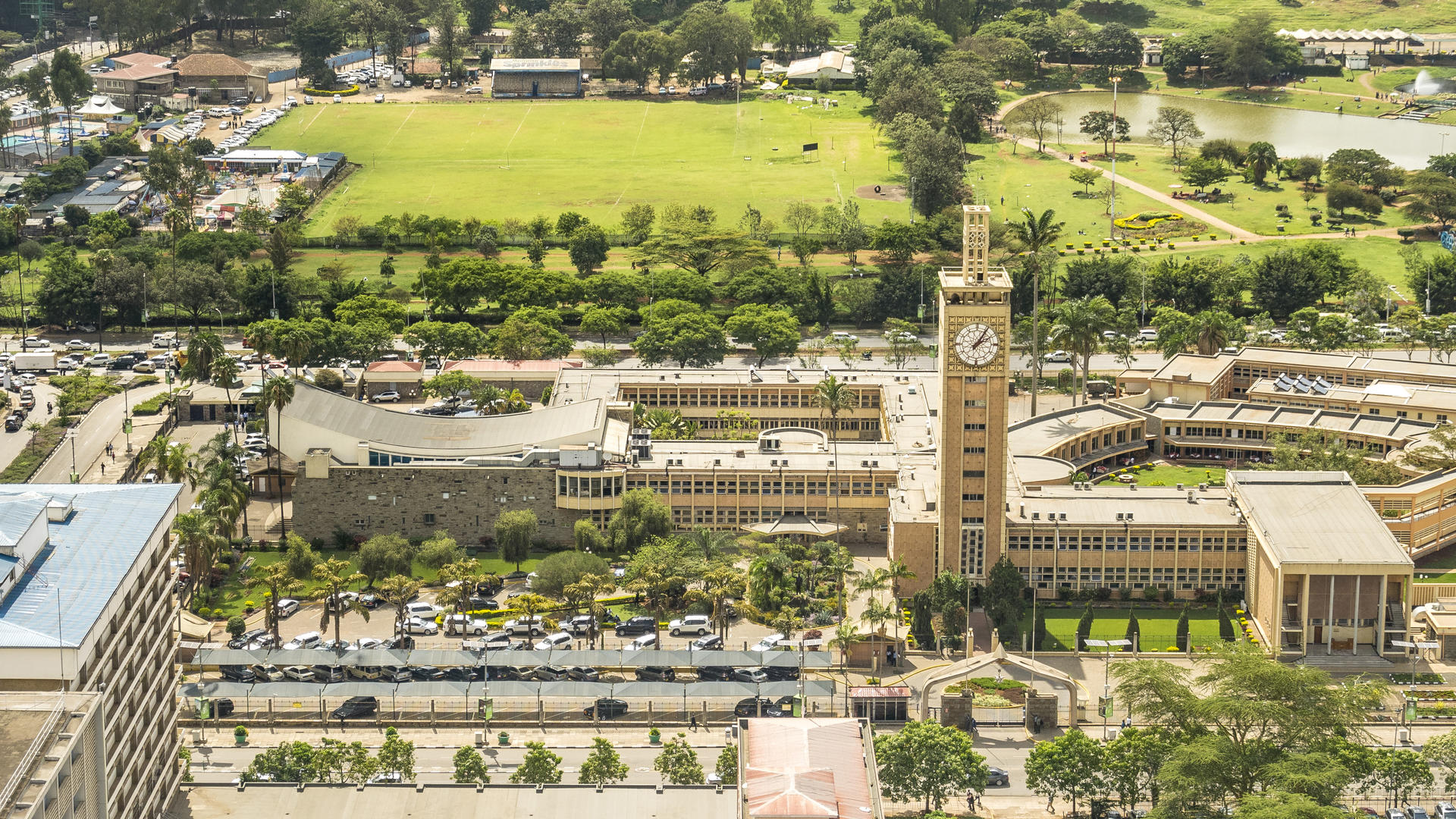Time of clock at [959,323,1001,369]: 2:05
